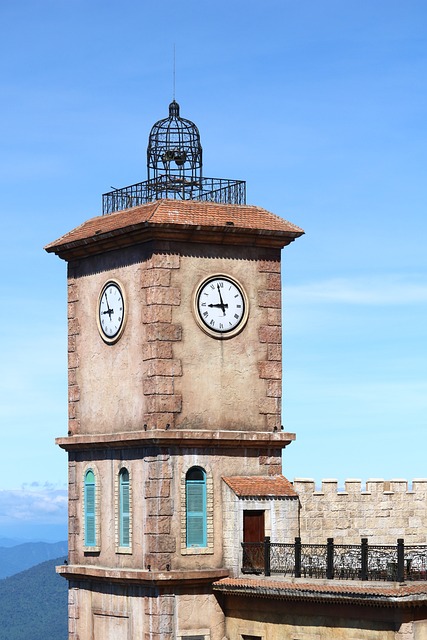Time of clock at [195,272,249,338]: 8:57
